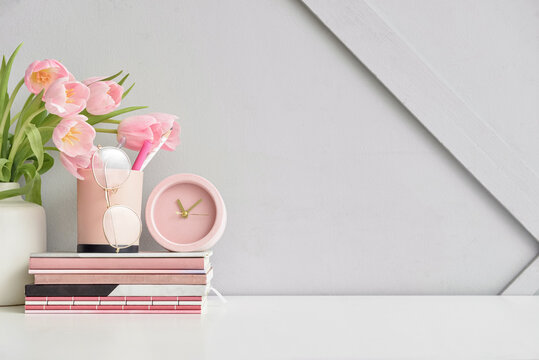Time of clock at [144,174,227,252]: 11:08
